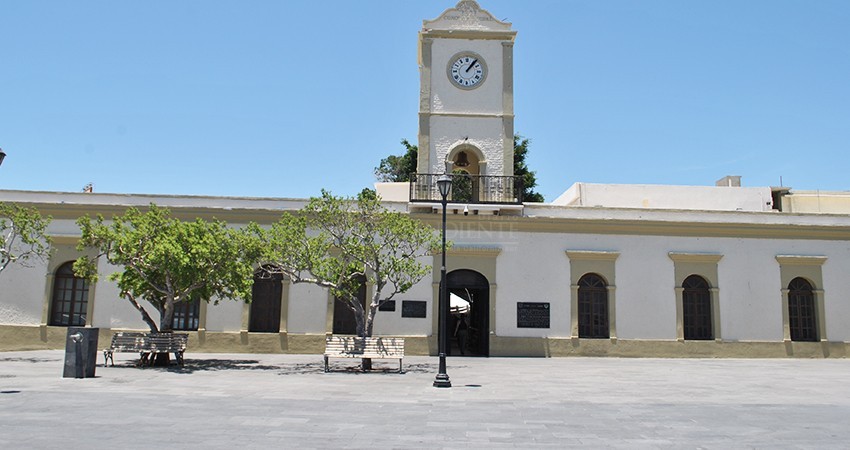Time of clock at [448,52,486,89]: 1:06
